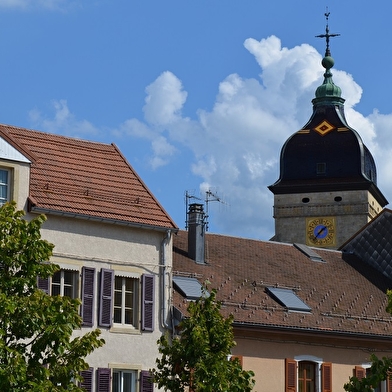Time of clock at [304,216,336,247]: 1:36
